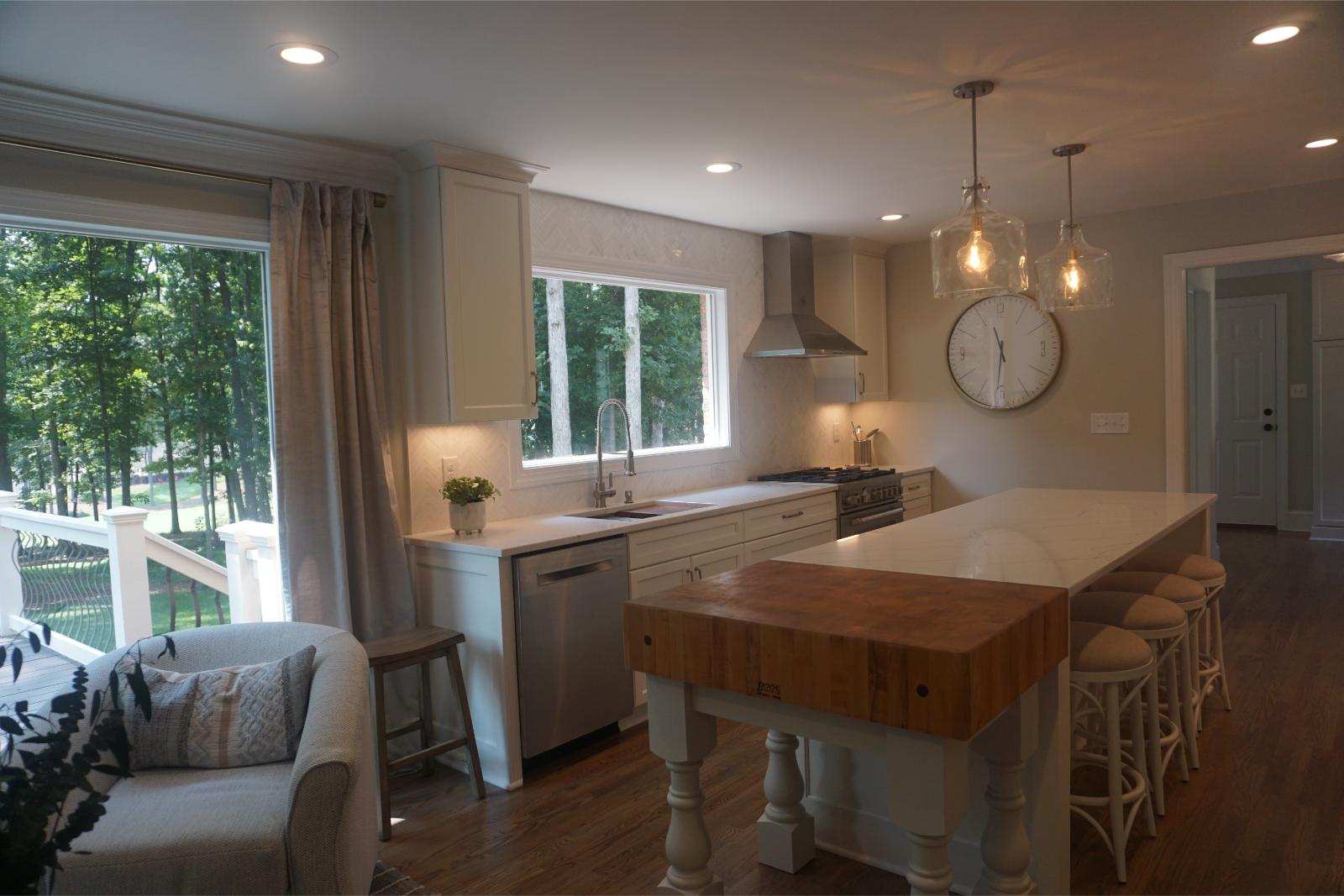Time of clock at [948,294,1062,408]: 11:31
